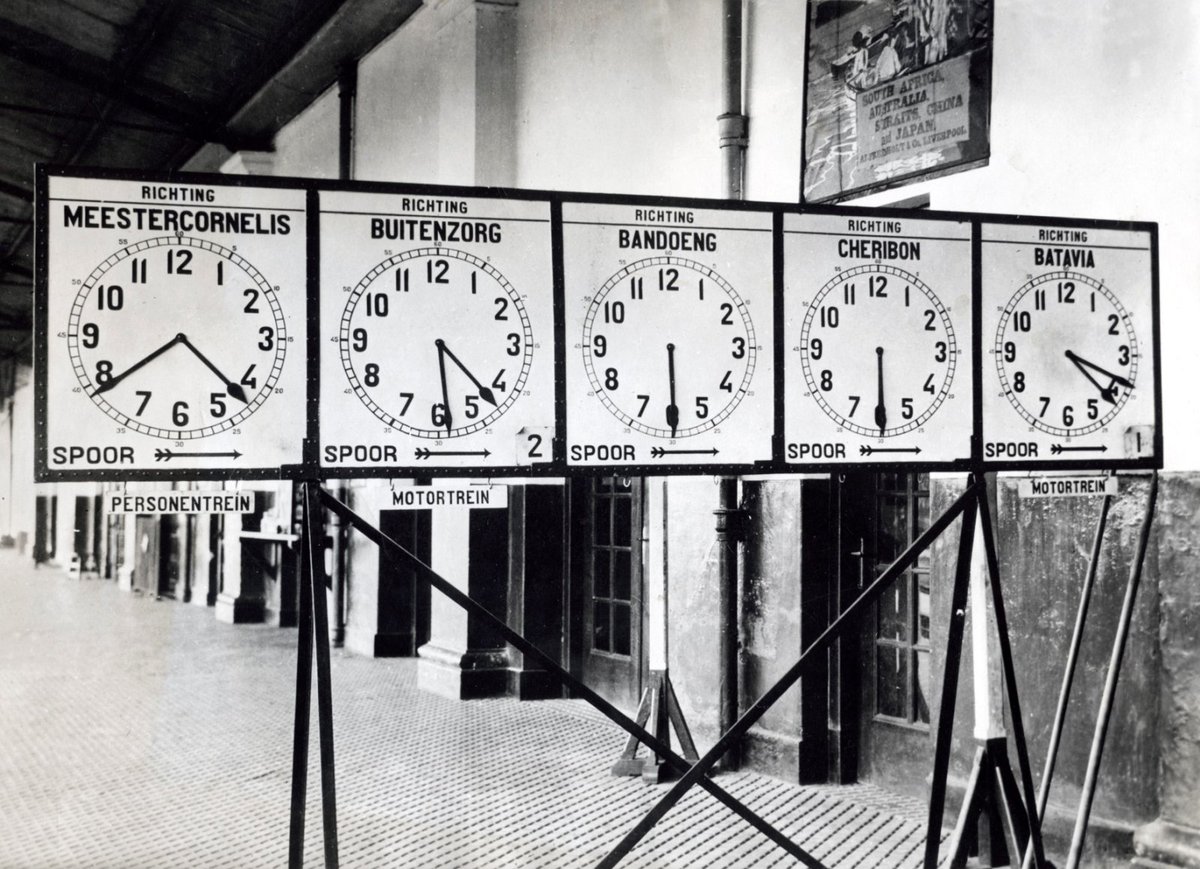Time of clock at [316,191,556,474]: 4:28
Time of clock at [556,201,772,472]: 5:29
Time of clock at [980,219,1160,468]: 4:18
